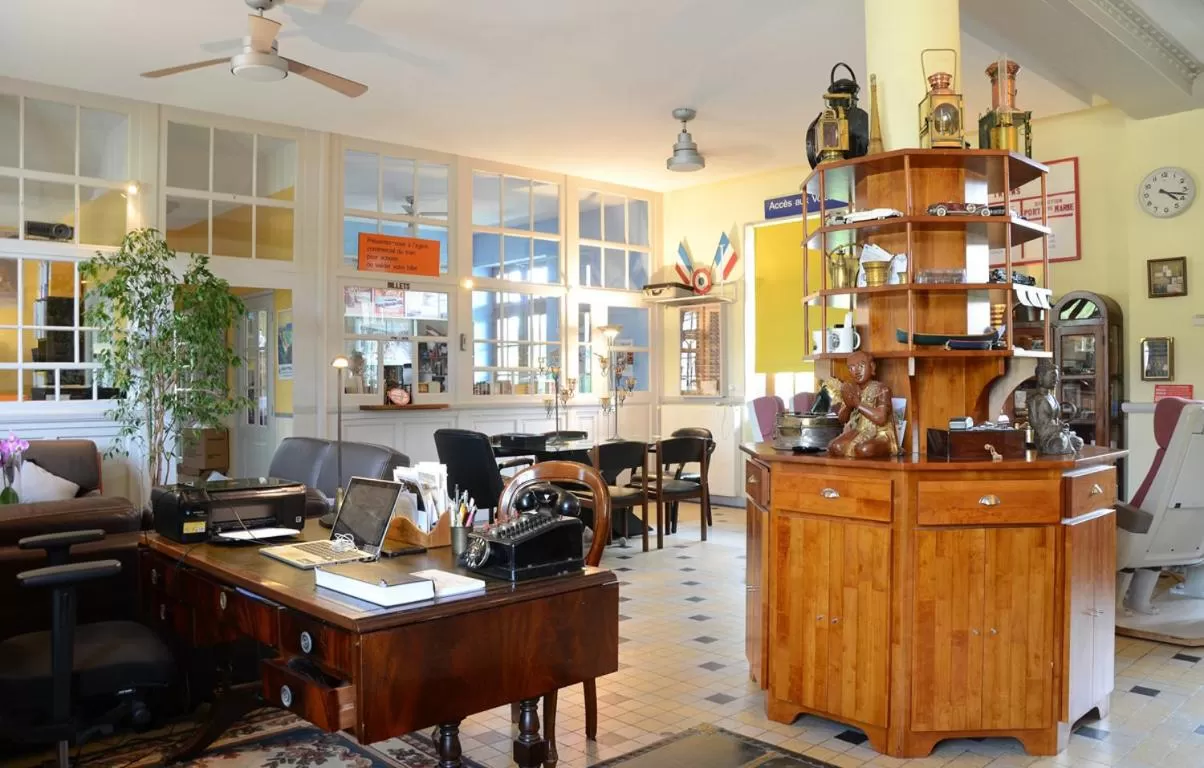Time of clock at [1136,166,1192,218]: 4:17
